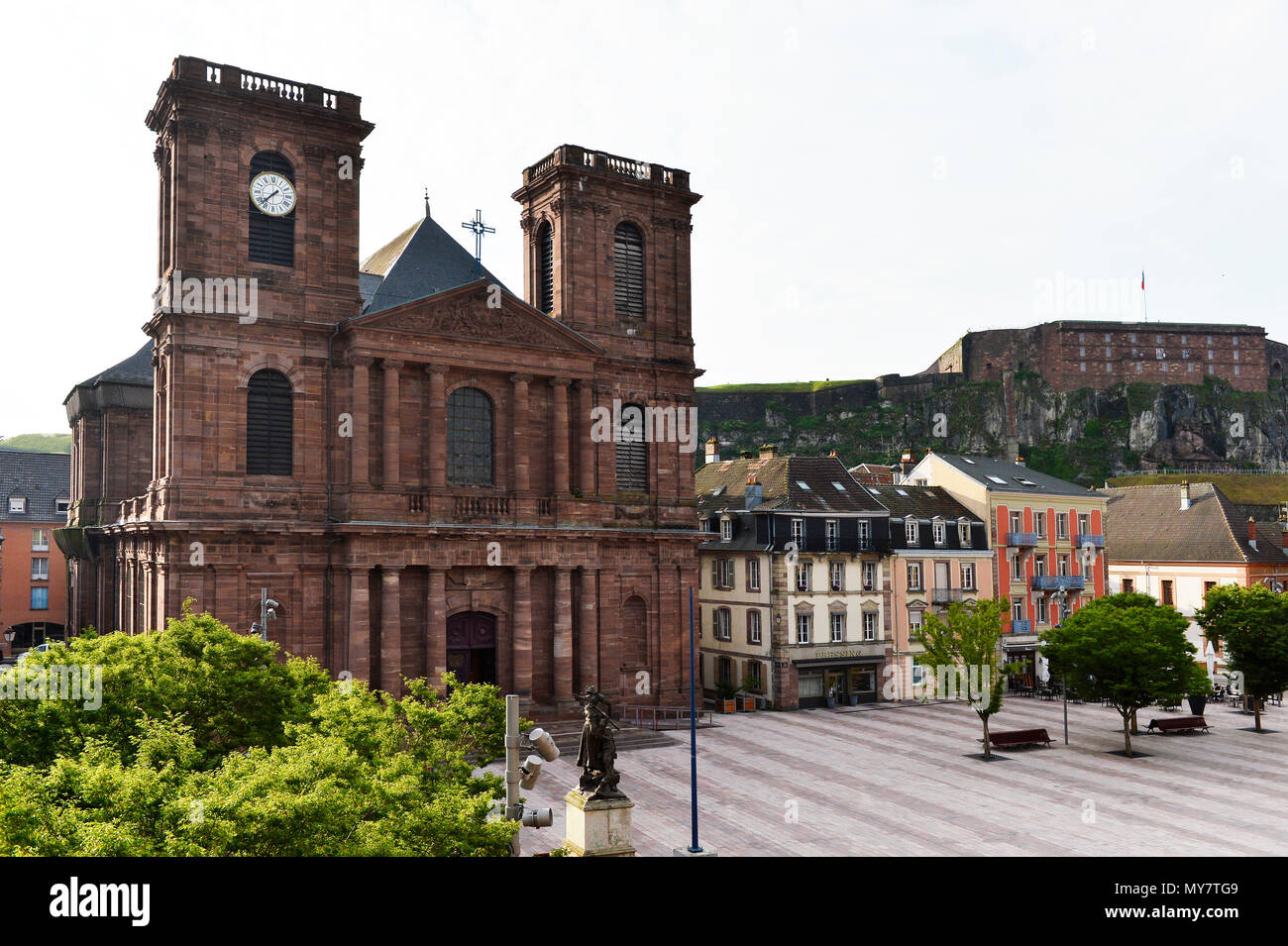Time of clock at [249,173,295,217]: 1:37
